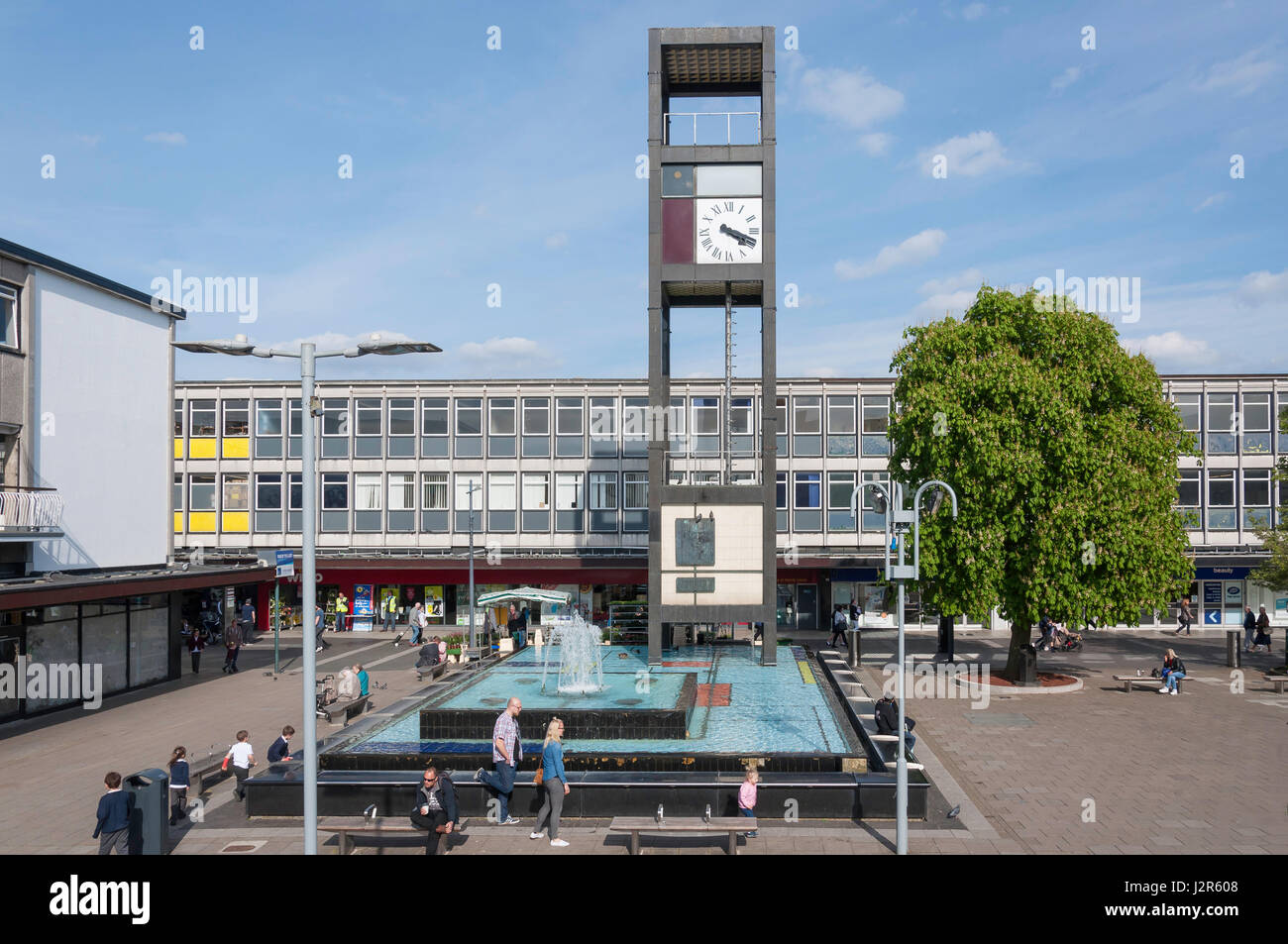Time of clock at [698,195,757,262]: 4:18
